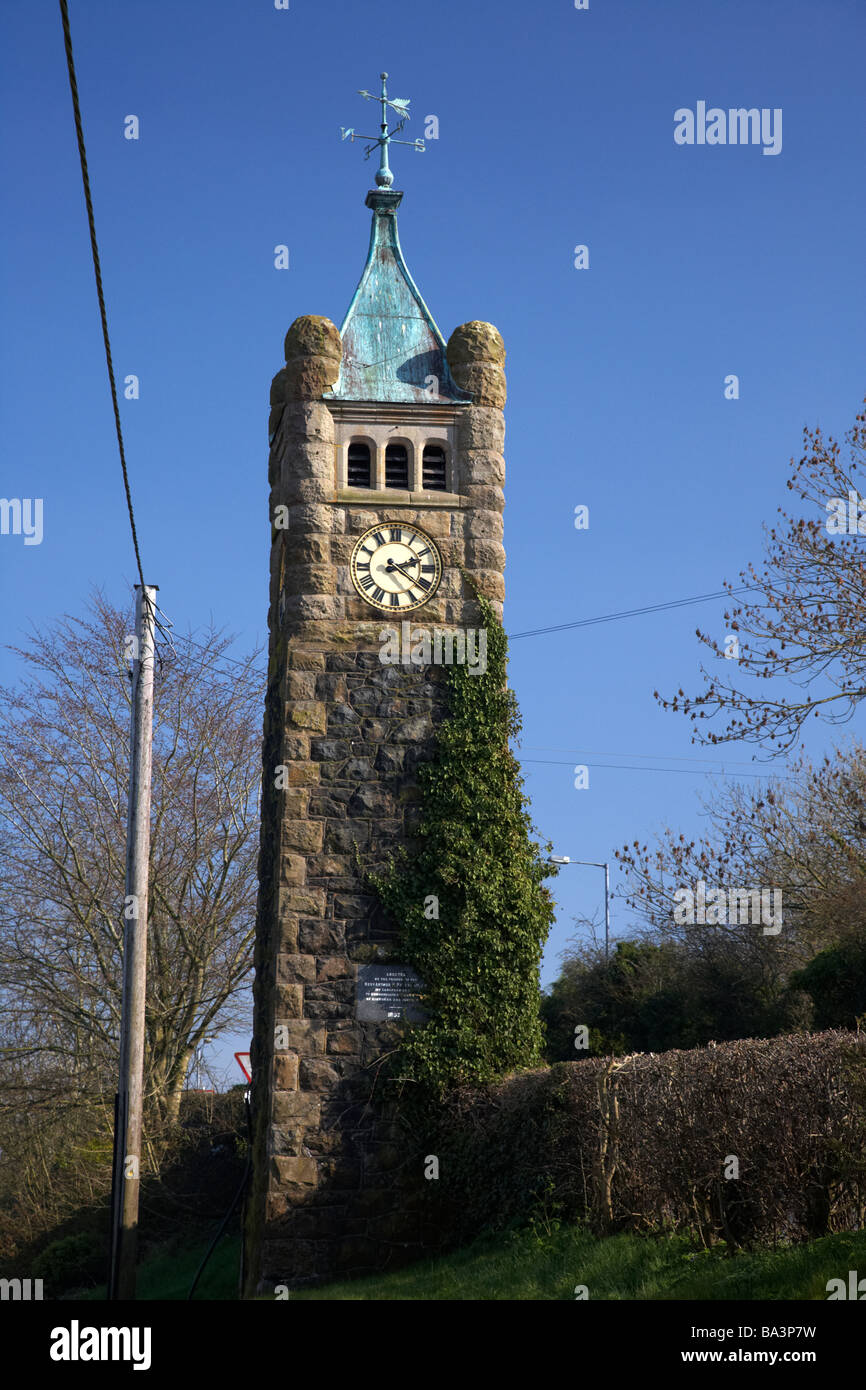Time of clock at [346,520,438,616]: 2:21
